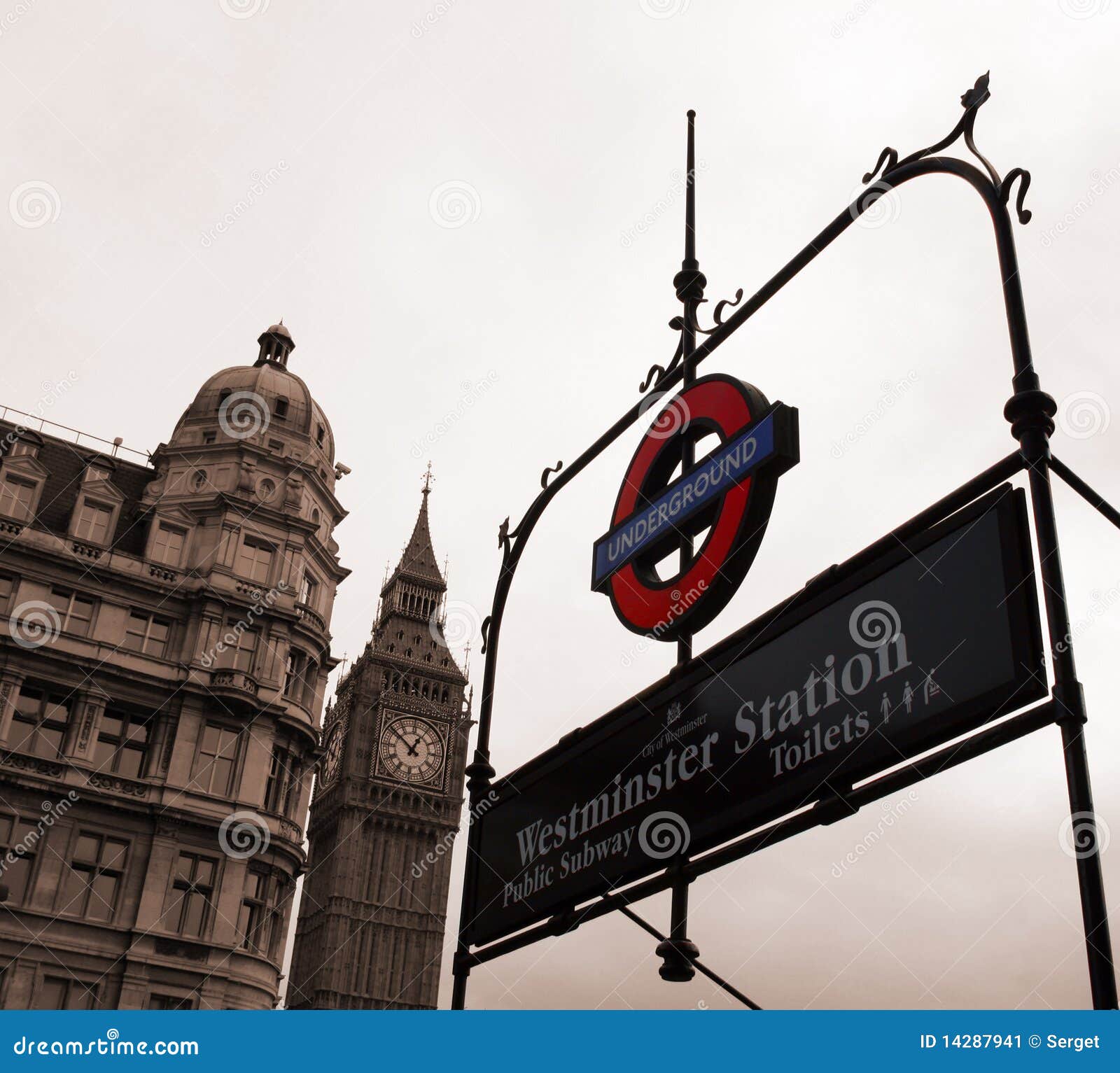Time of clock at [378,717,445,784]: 12:51
